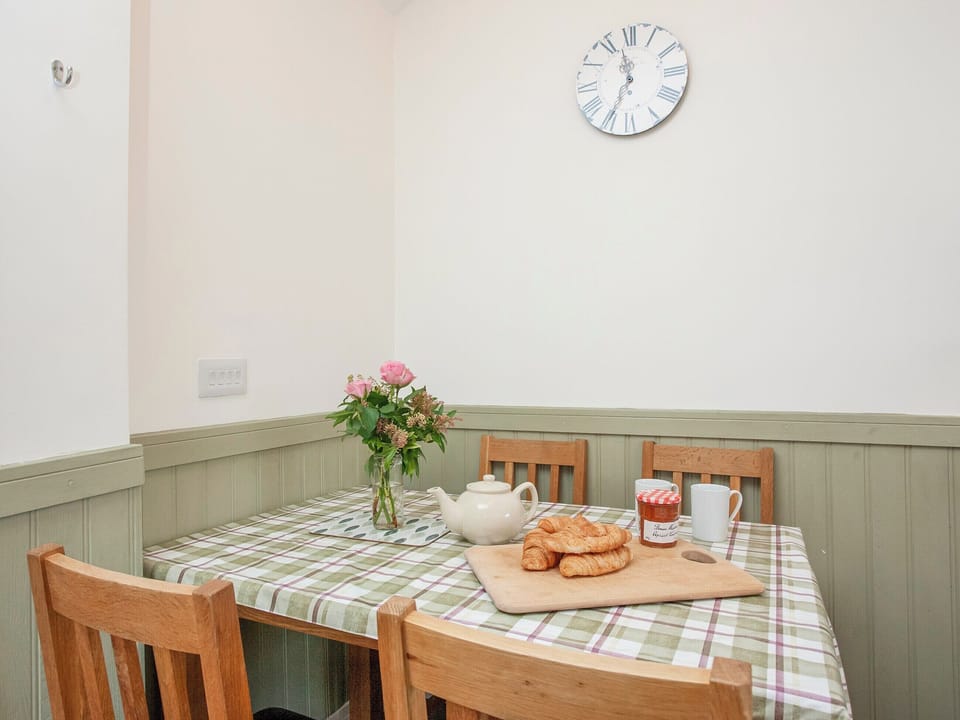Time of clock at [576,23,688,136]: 11:34
